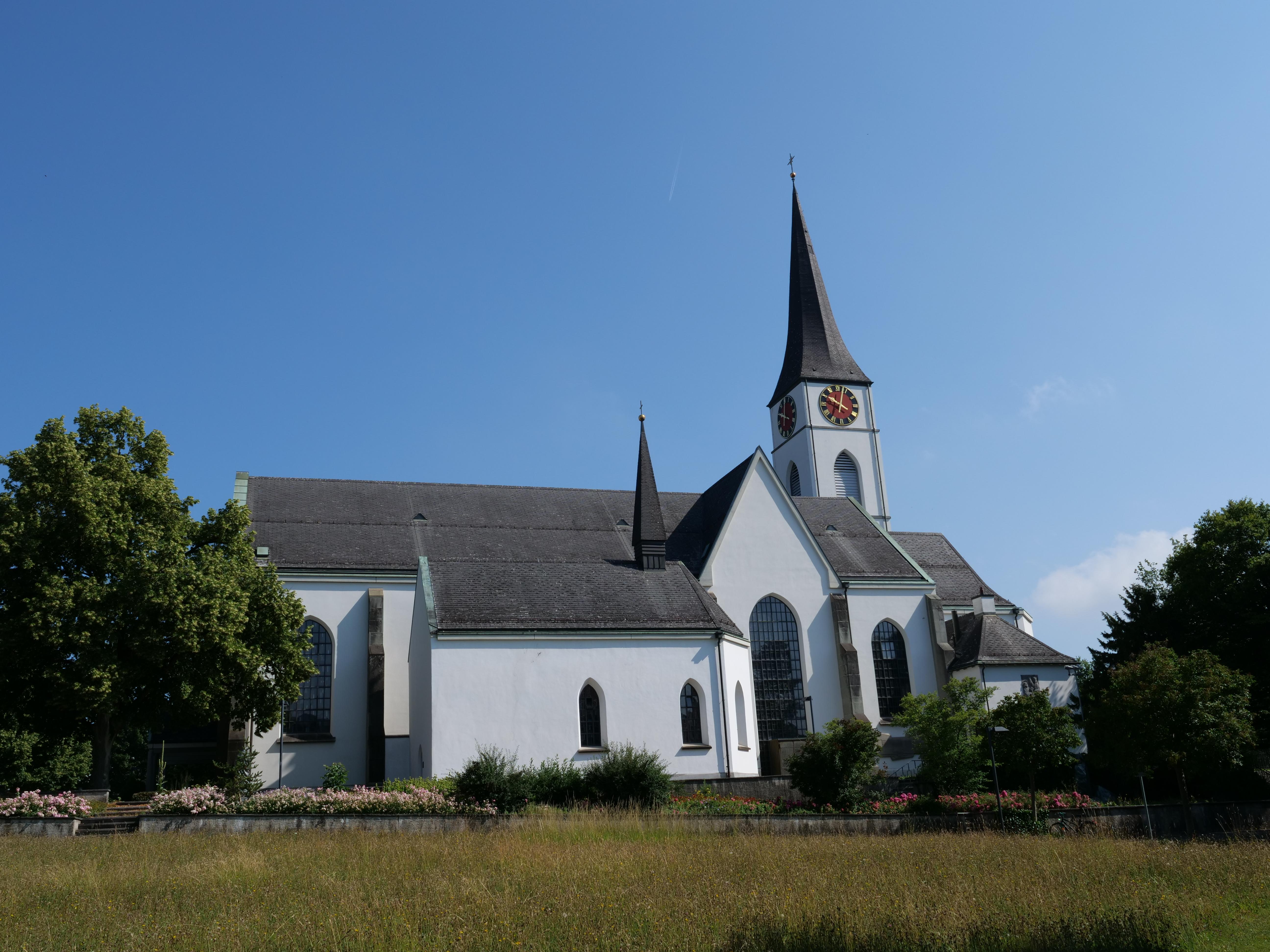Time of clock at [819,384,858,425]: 10:03
